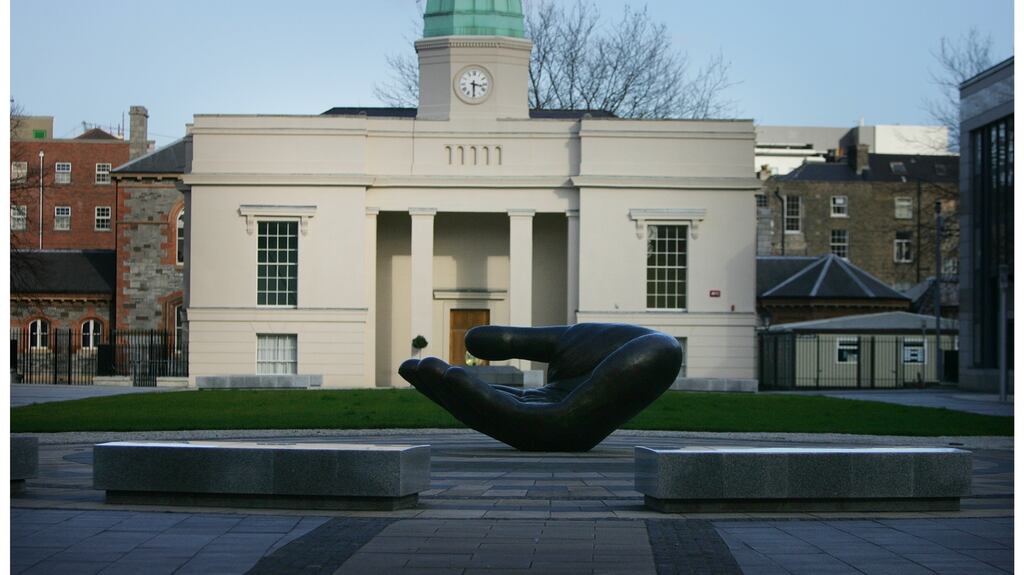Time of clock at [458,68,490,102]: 3:29
